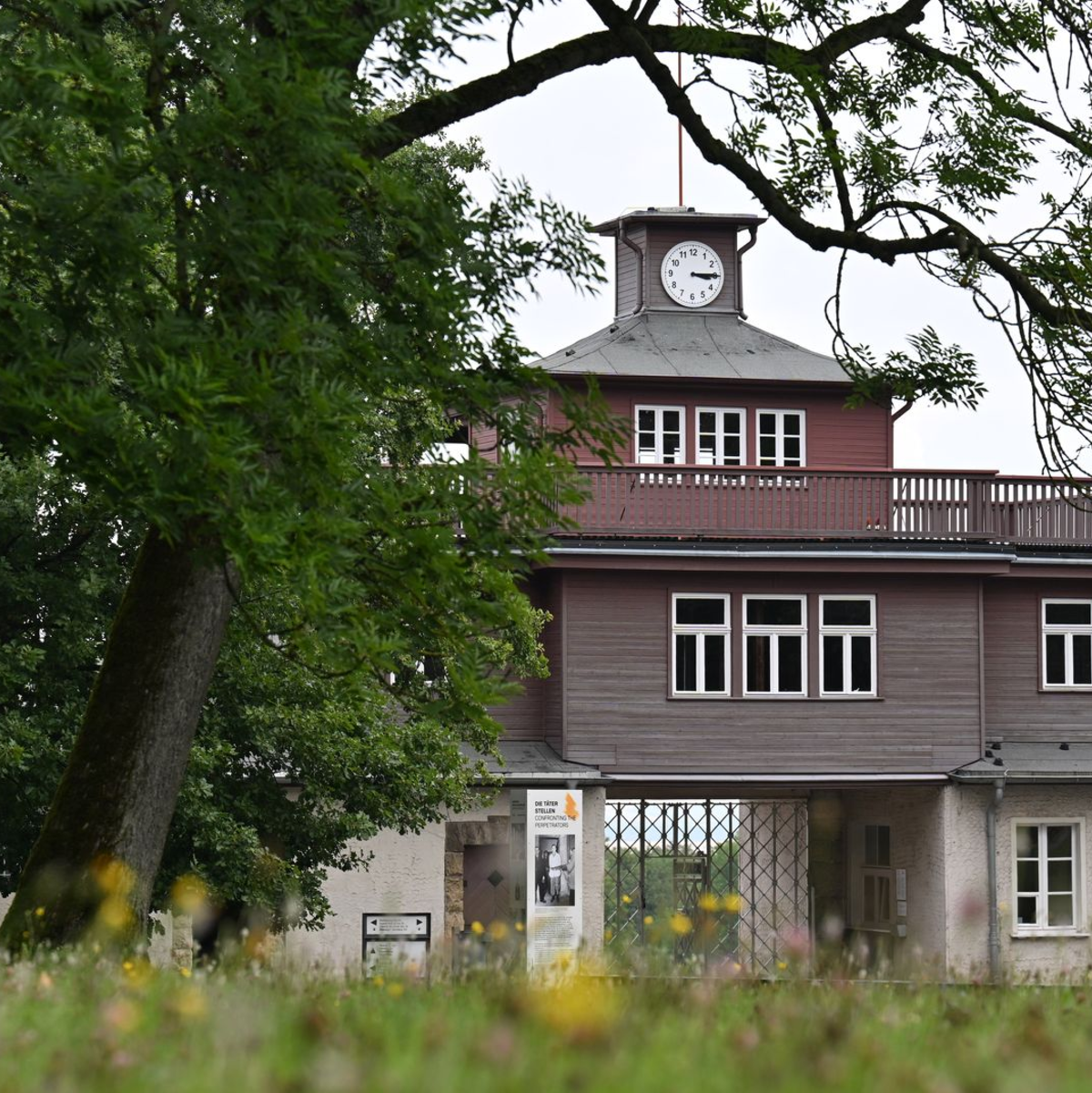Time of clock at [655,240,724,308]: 3:14
